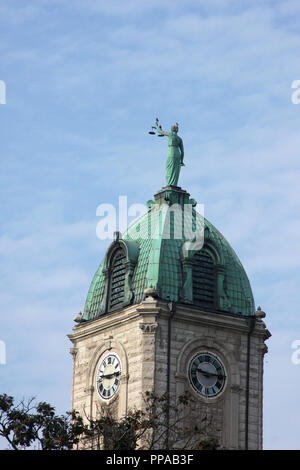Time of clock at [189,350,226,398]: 9:14
